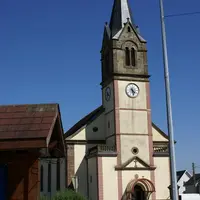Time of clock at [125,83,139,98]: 4:28
